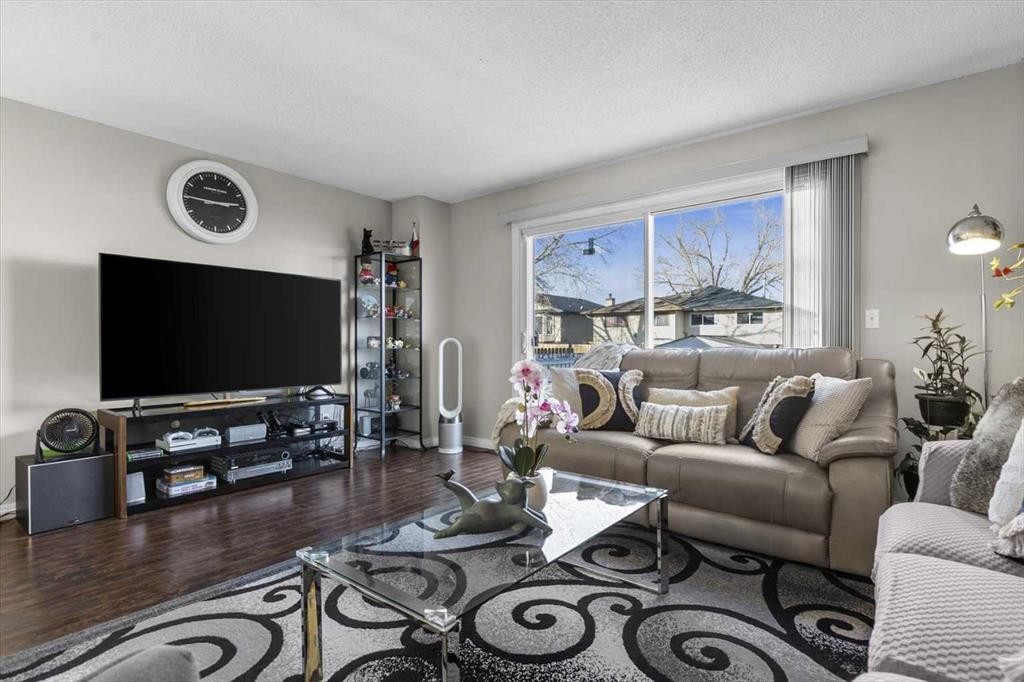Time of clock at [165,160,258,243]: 2:45
